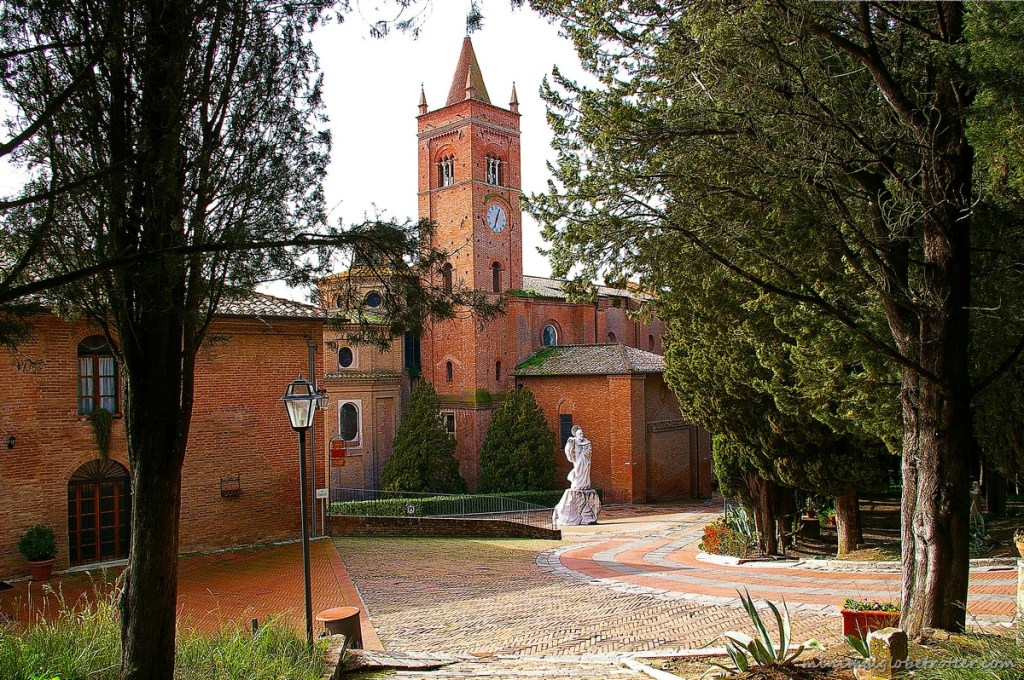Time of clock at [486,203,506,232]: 12:32
